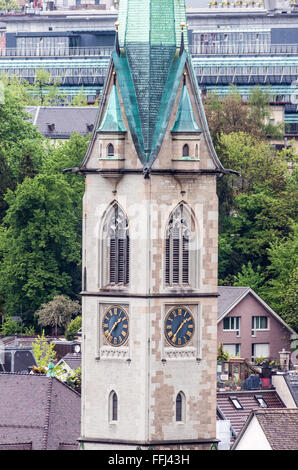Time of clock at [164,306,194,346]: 1:36
